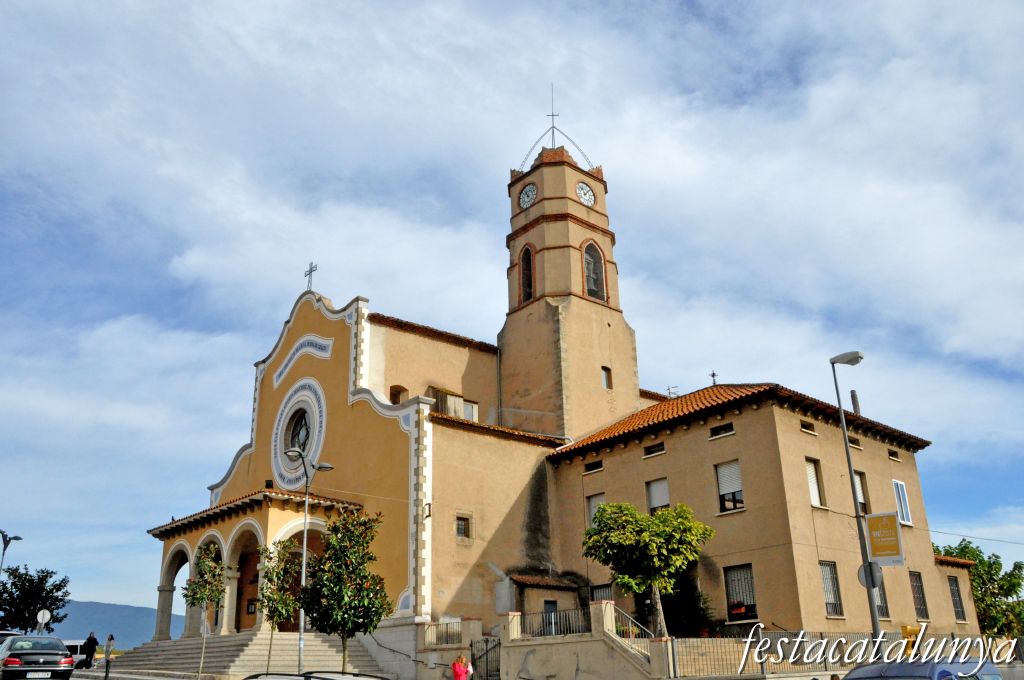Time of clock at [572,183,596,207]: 11:07
